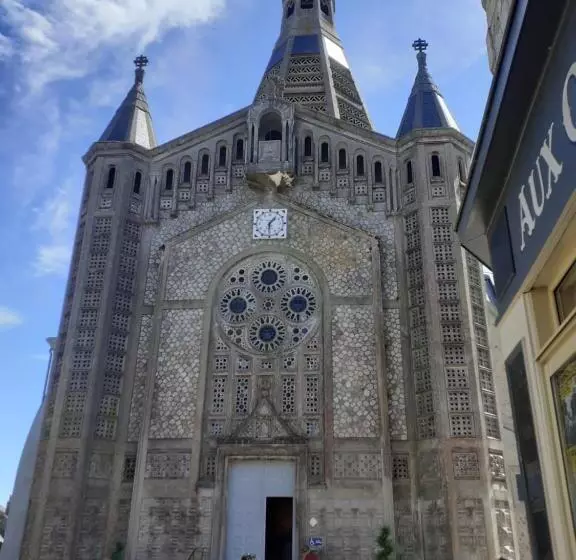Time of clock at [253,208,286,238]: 1:30
